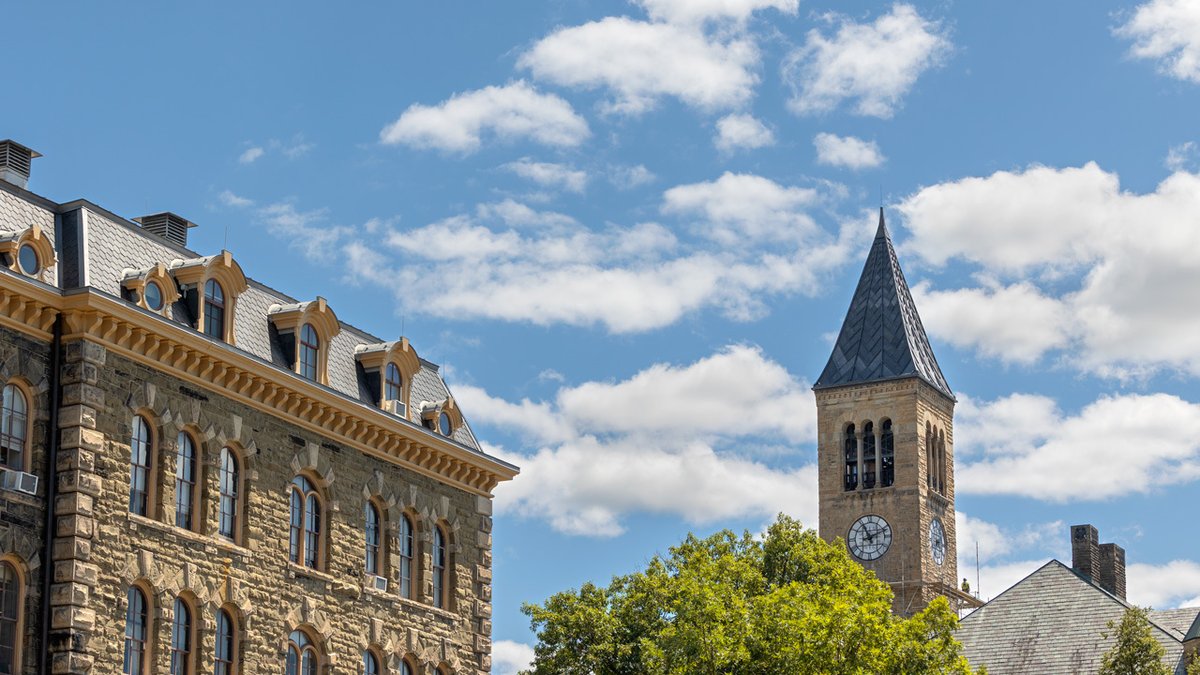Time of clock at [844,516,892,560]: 11:11
